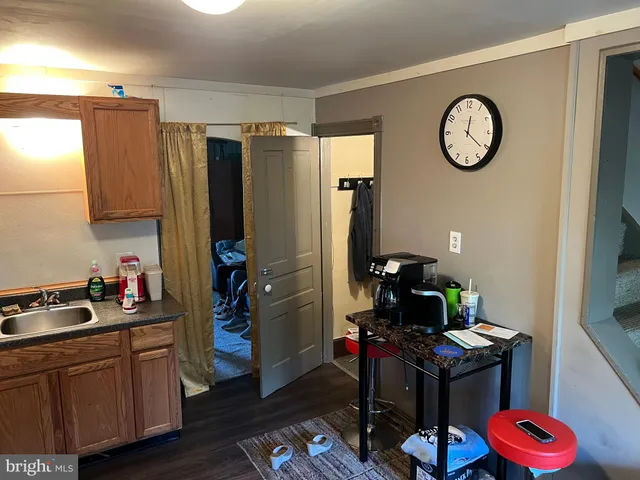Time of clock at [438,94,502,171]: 12:21
